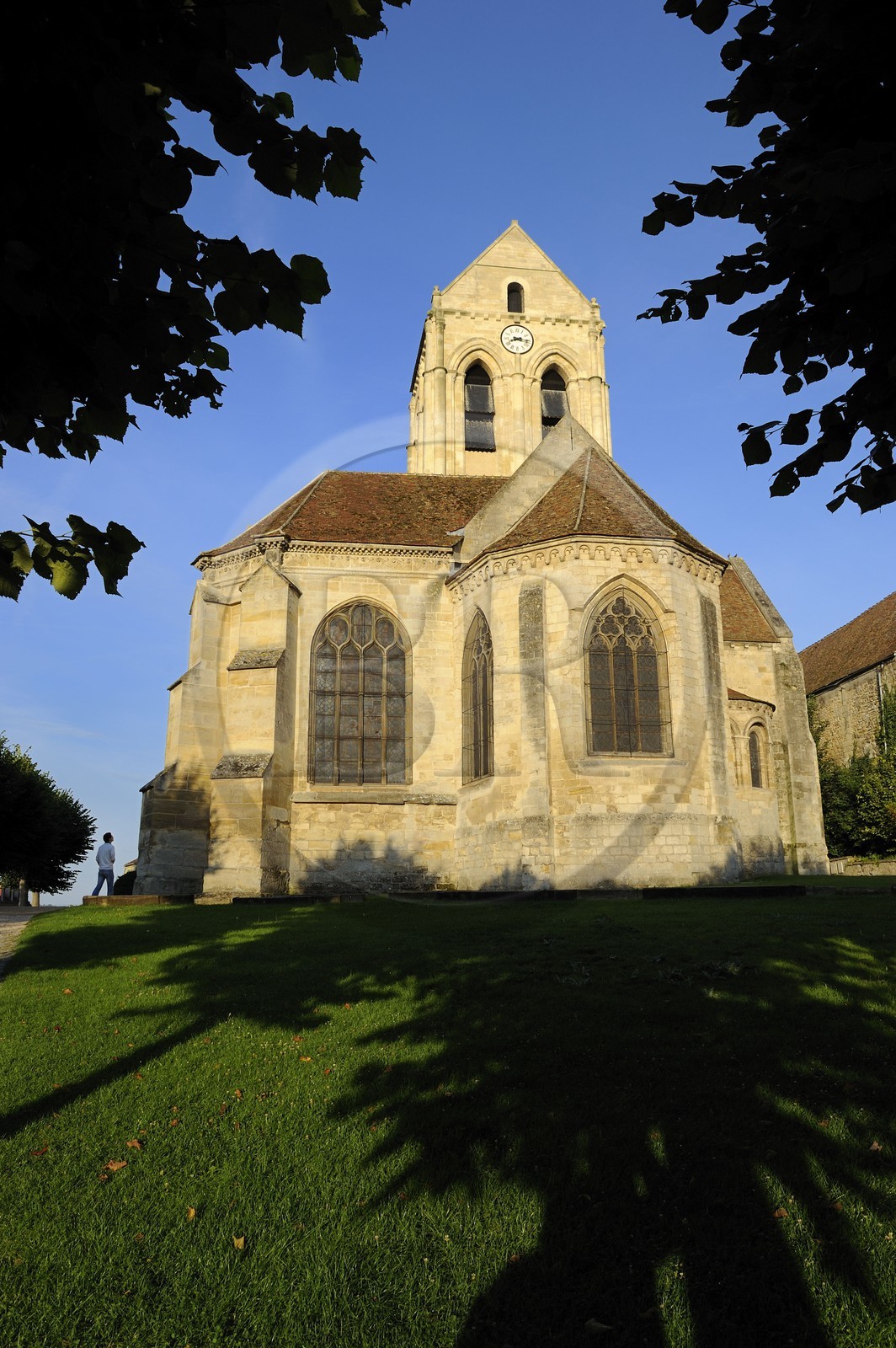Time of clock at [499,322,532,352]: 8:16
